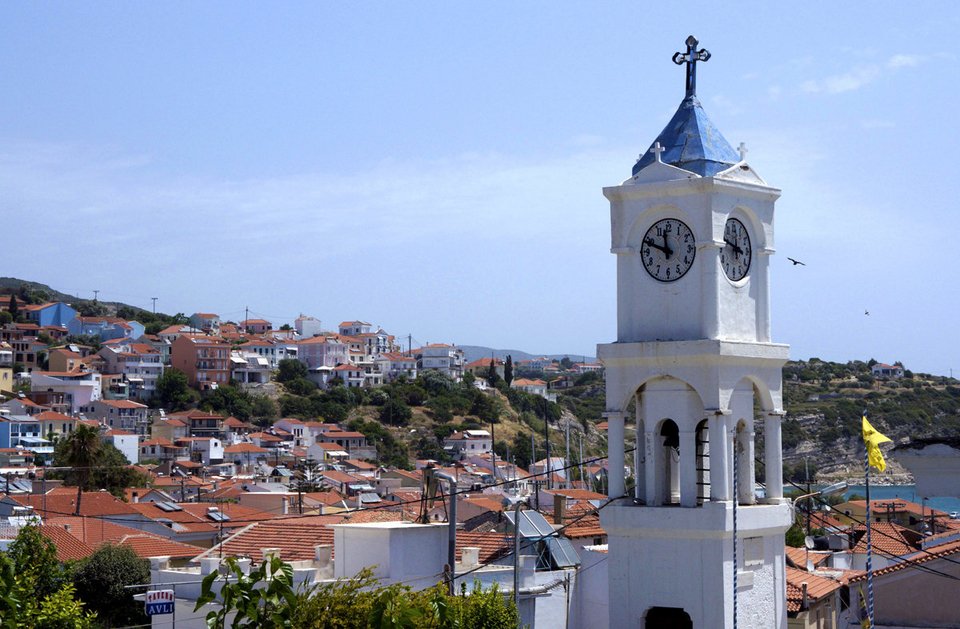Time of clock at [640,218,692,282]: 11:48
